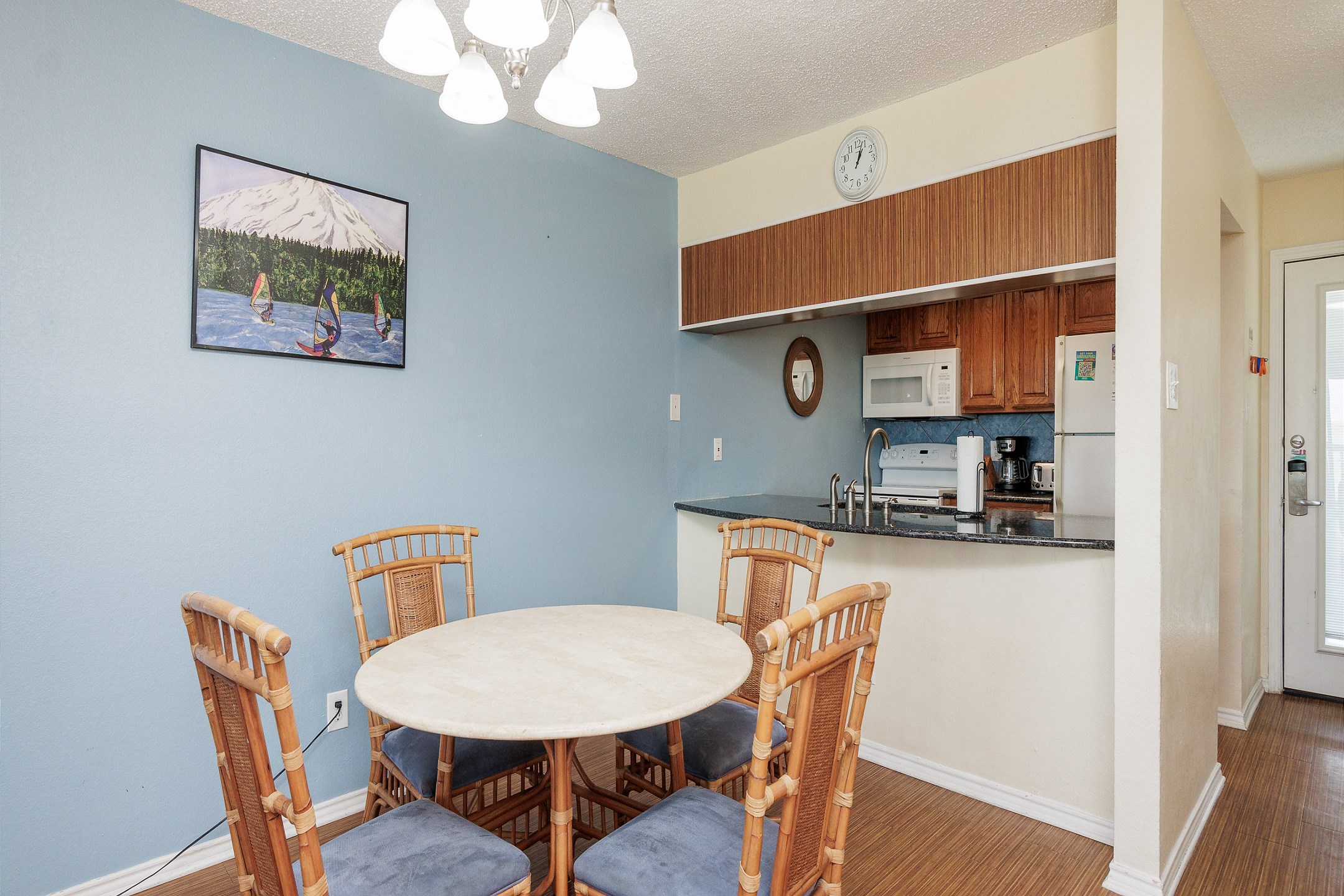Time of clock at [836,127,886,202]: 1:03
